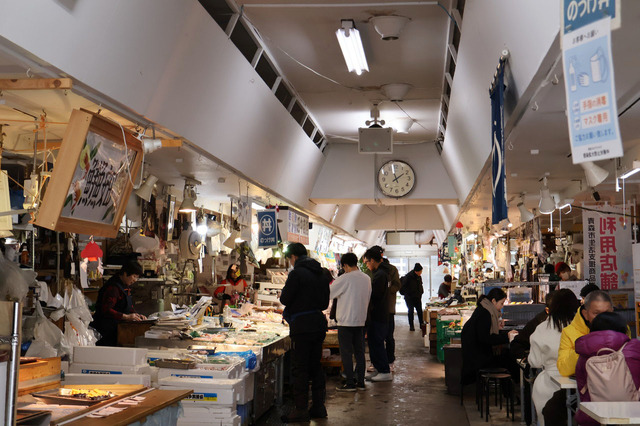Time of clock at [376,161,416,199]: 1:57
